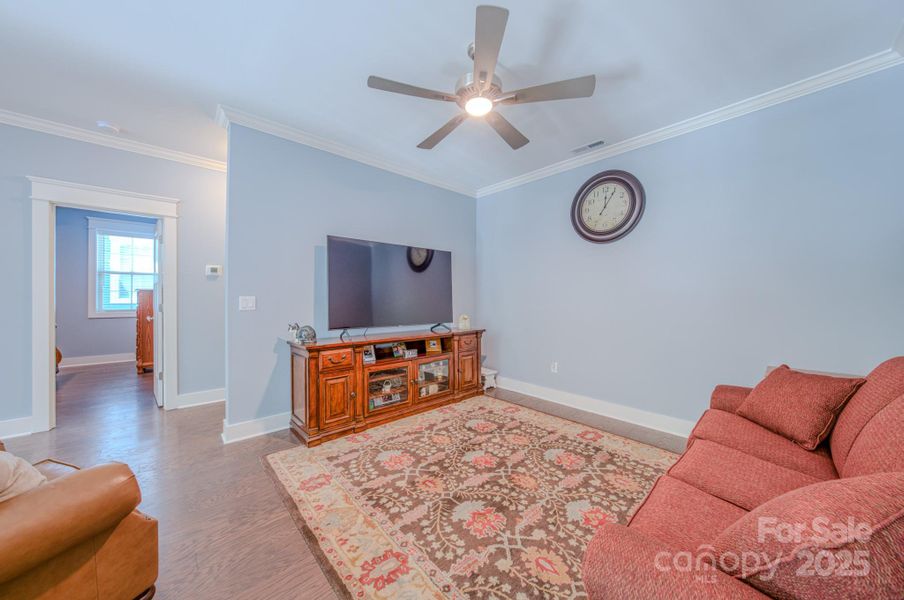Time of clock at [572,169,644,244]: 12:05
